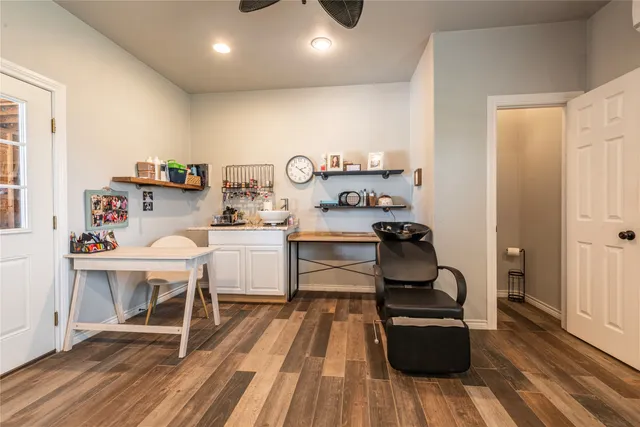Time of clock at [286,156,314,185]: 2:21
